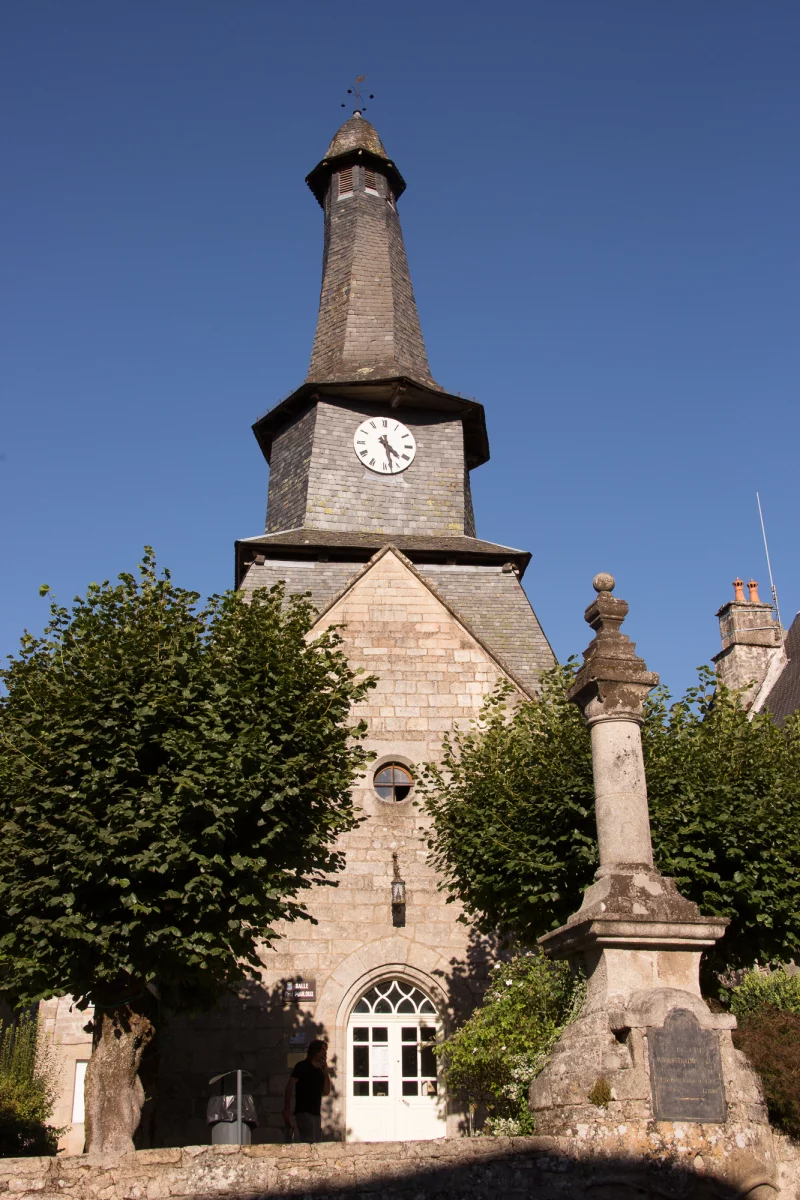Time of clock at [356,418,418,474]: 4:27
